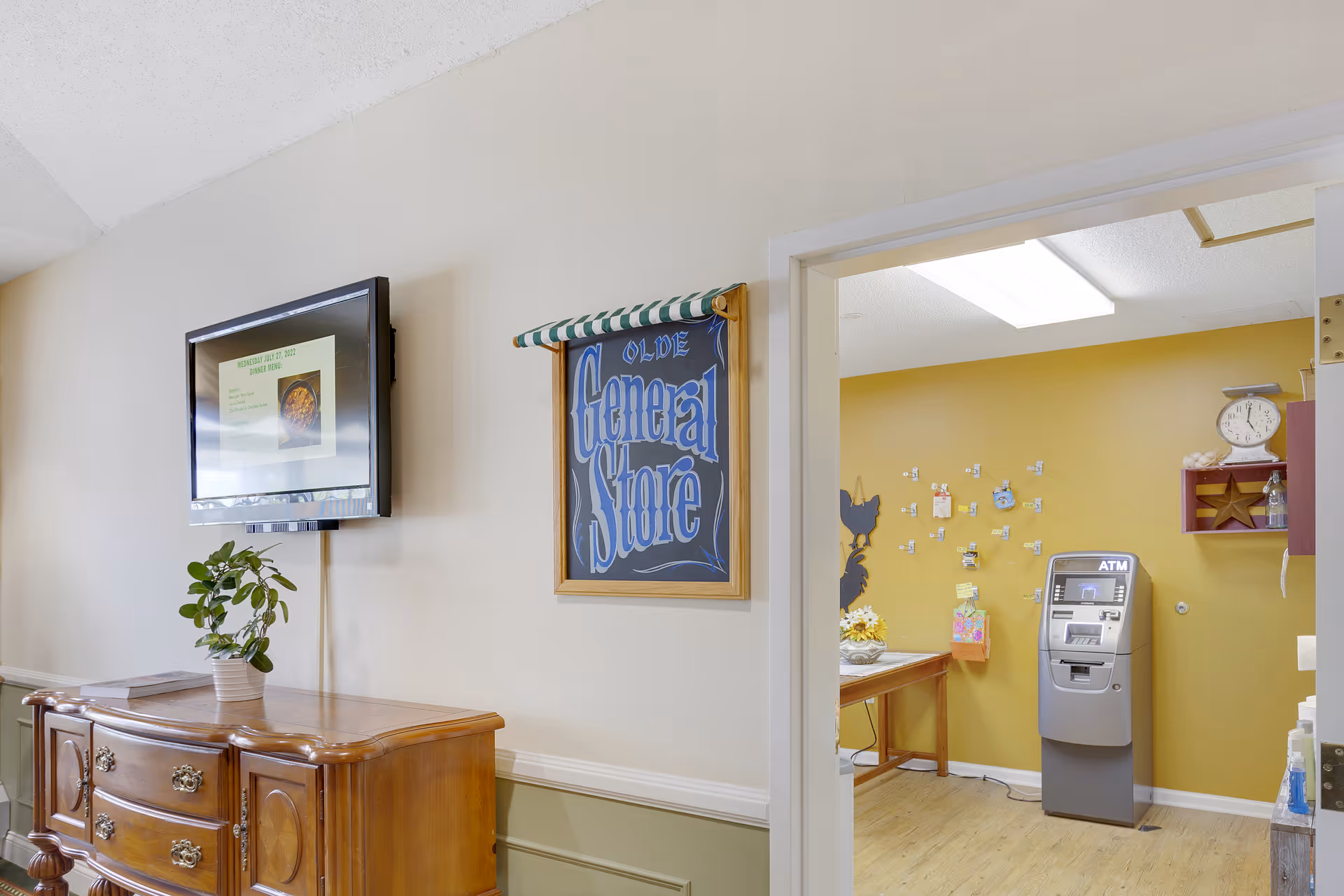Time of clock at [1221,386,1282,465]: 5:00
